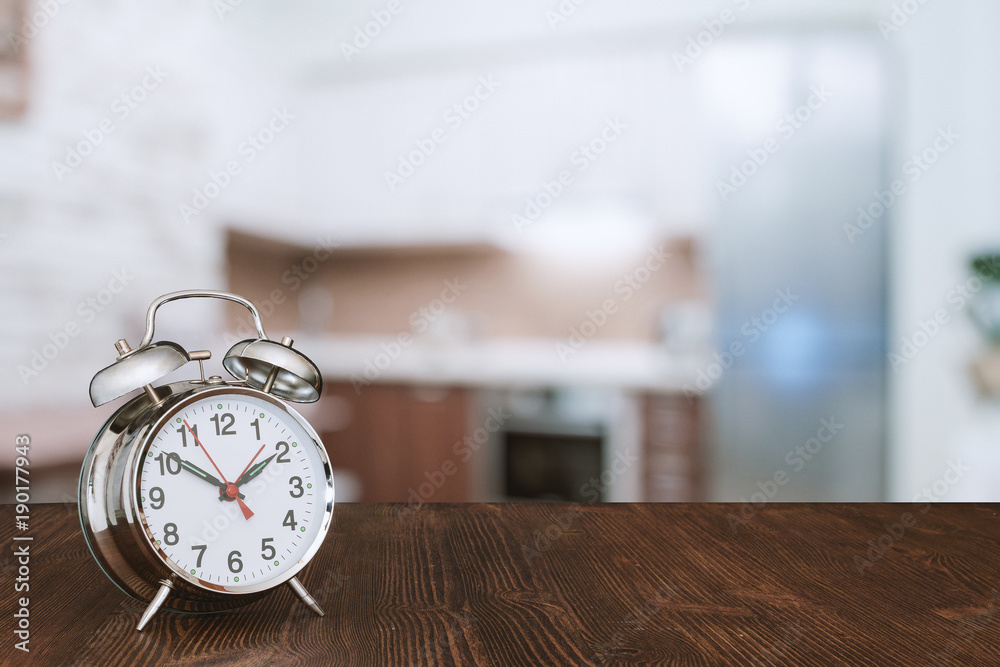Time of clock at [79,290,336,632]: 1:50
